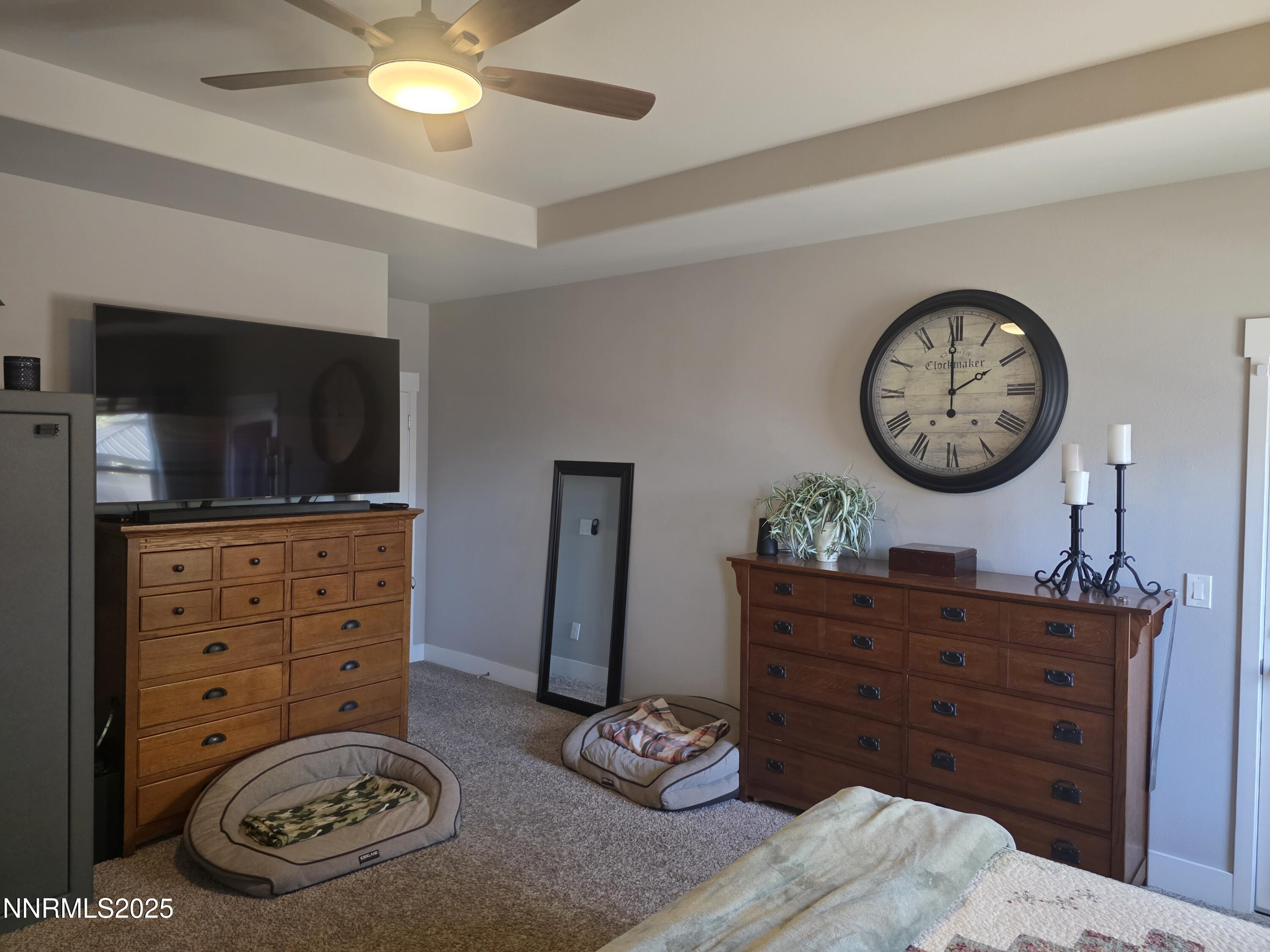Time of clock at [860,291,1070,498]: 1:59
